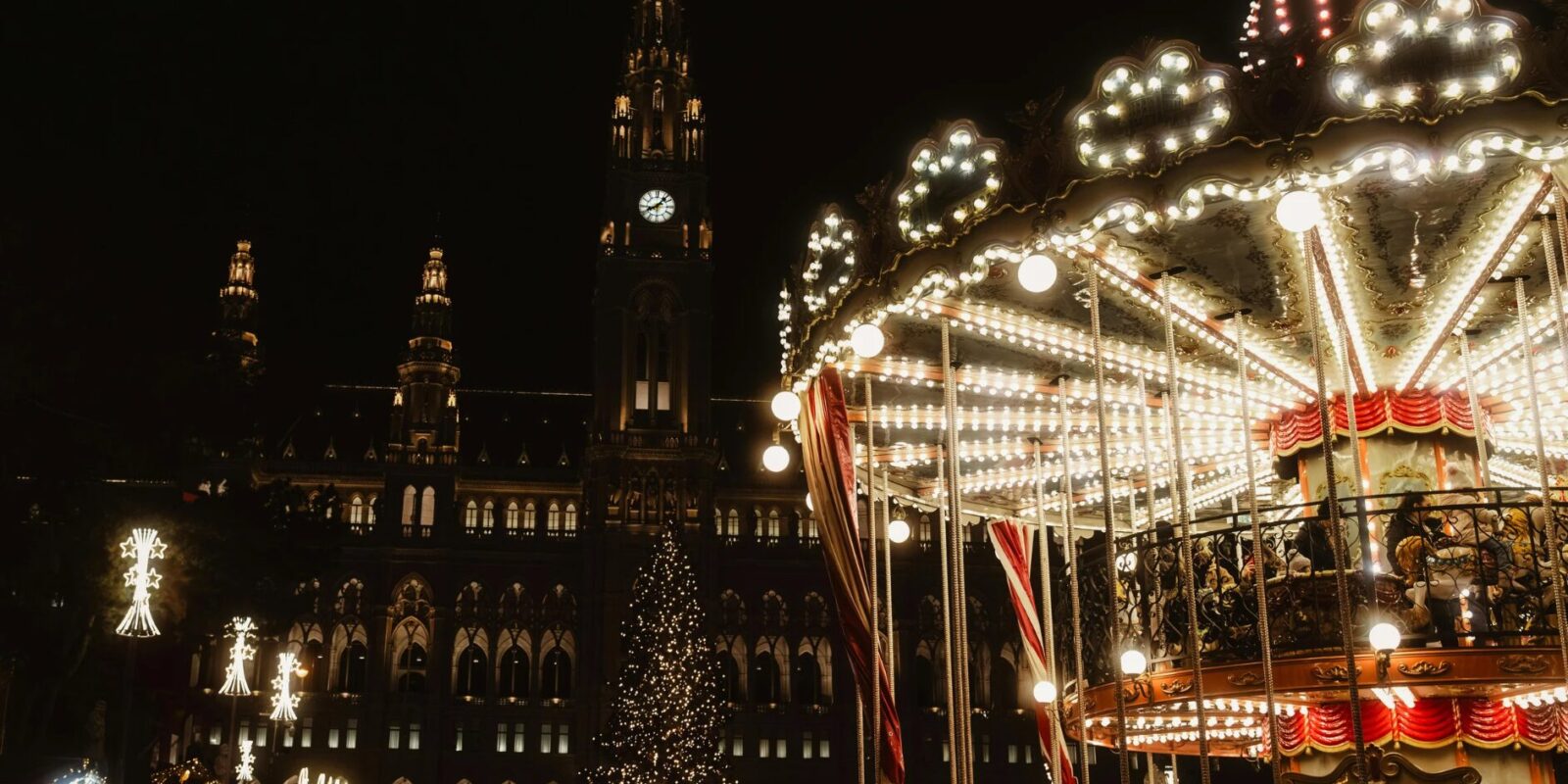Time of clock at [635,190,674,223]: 8:07
